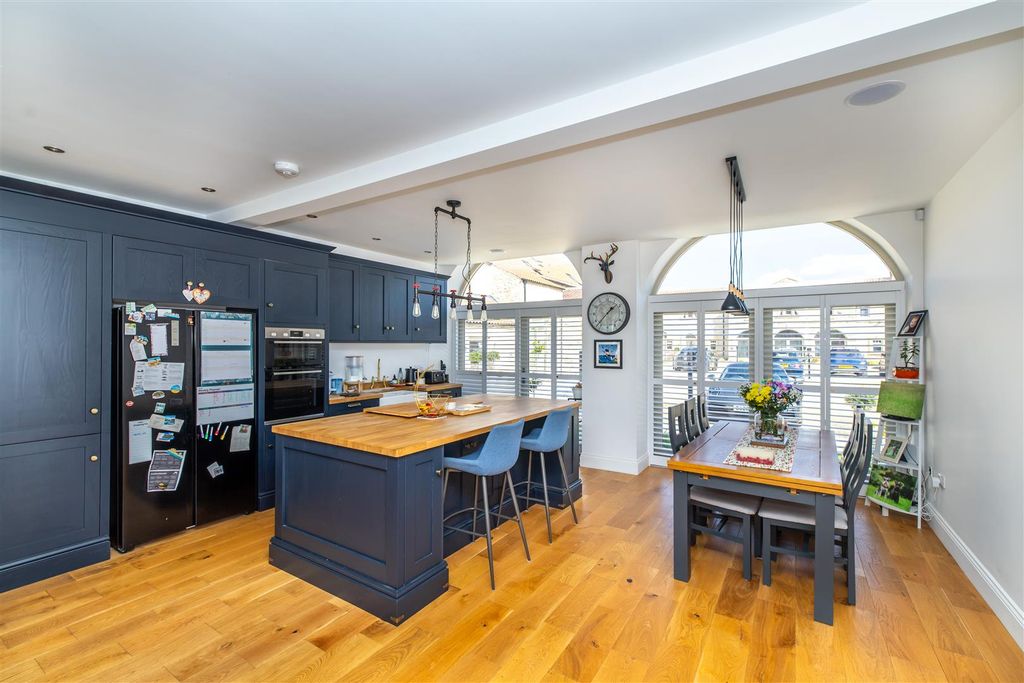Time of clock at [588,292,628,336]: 1:37
